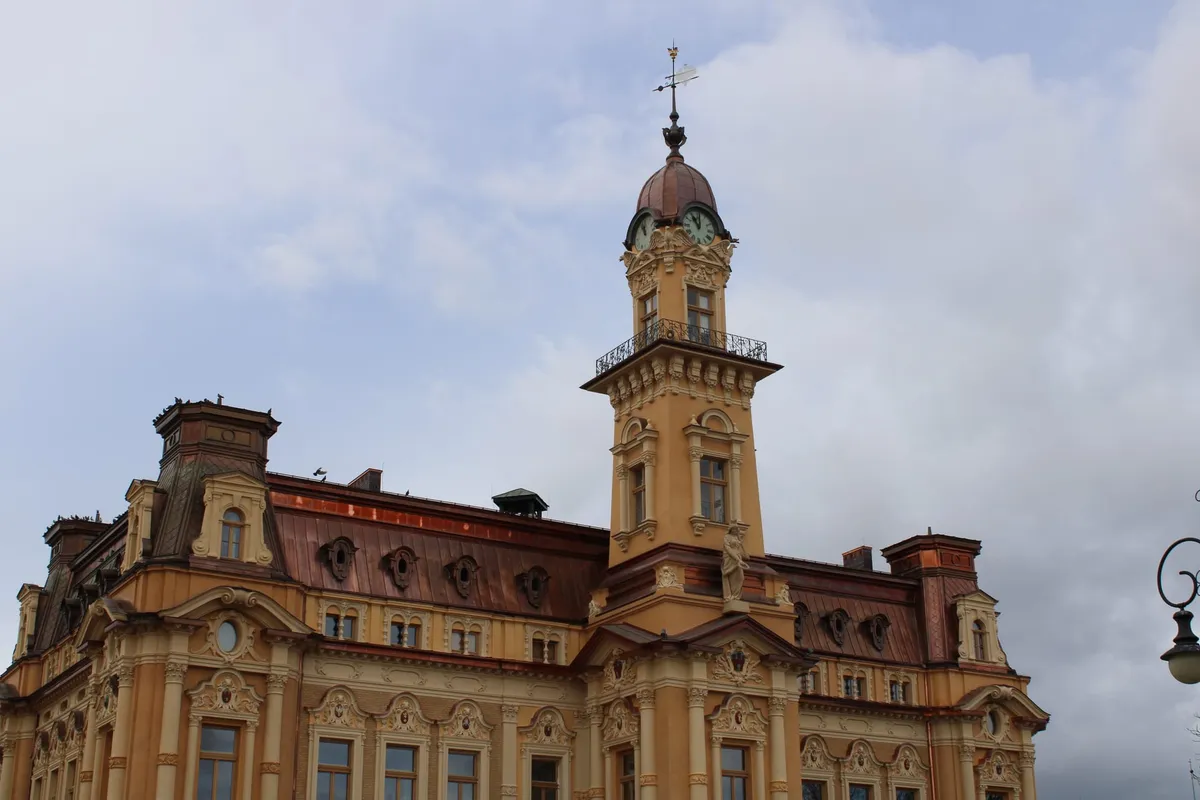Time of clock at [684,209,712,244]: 11:01
